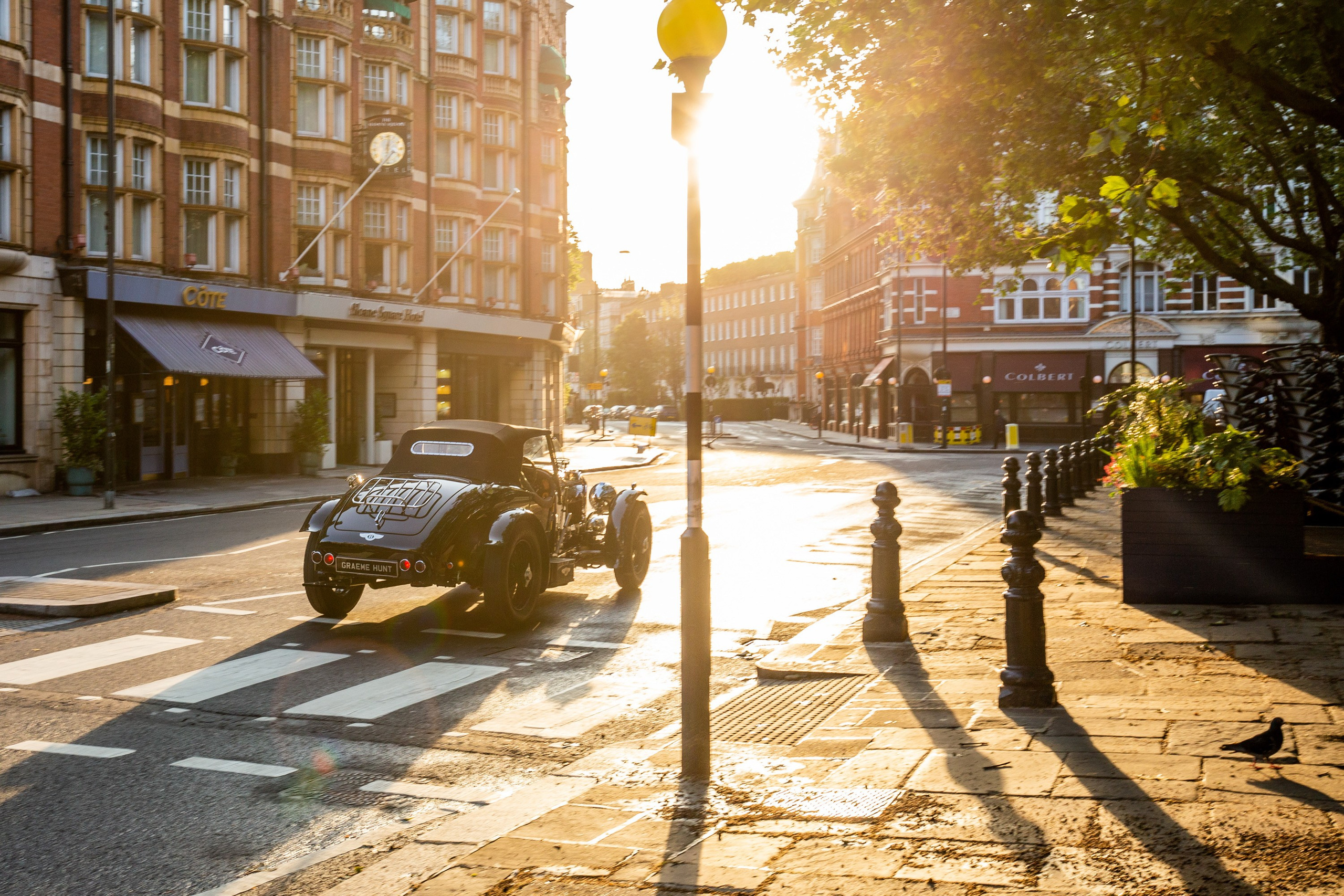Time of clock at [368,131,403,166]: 4:01
